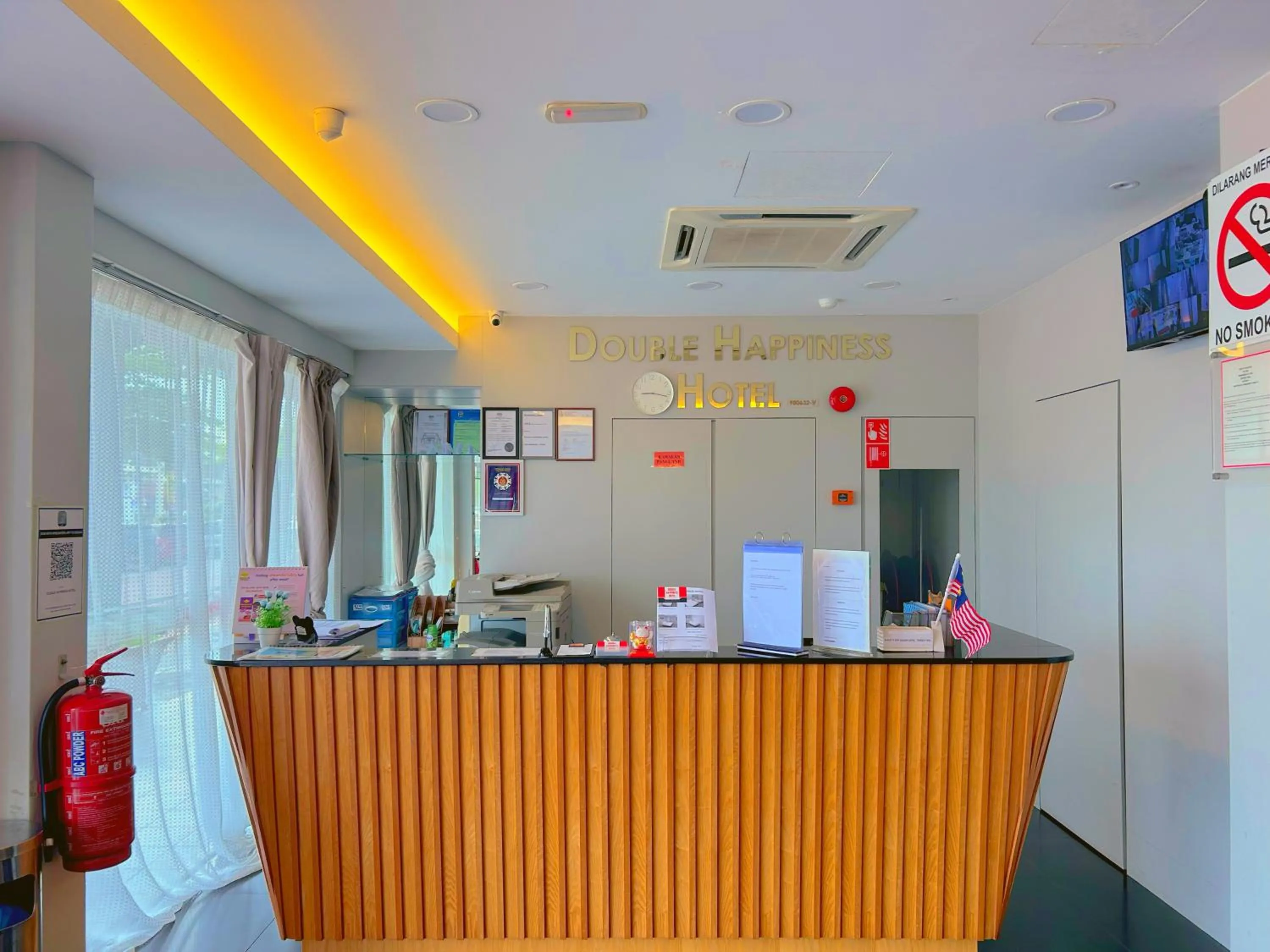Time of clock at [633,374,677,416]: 9:17
